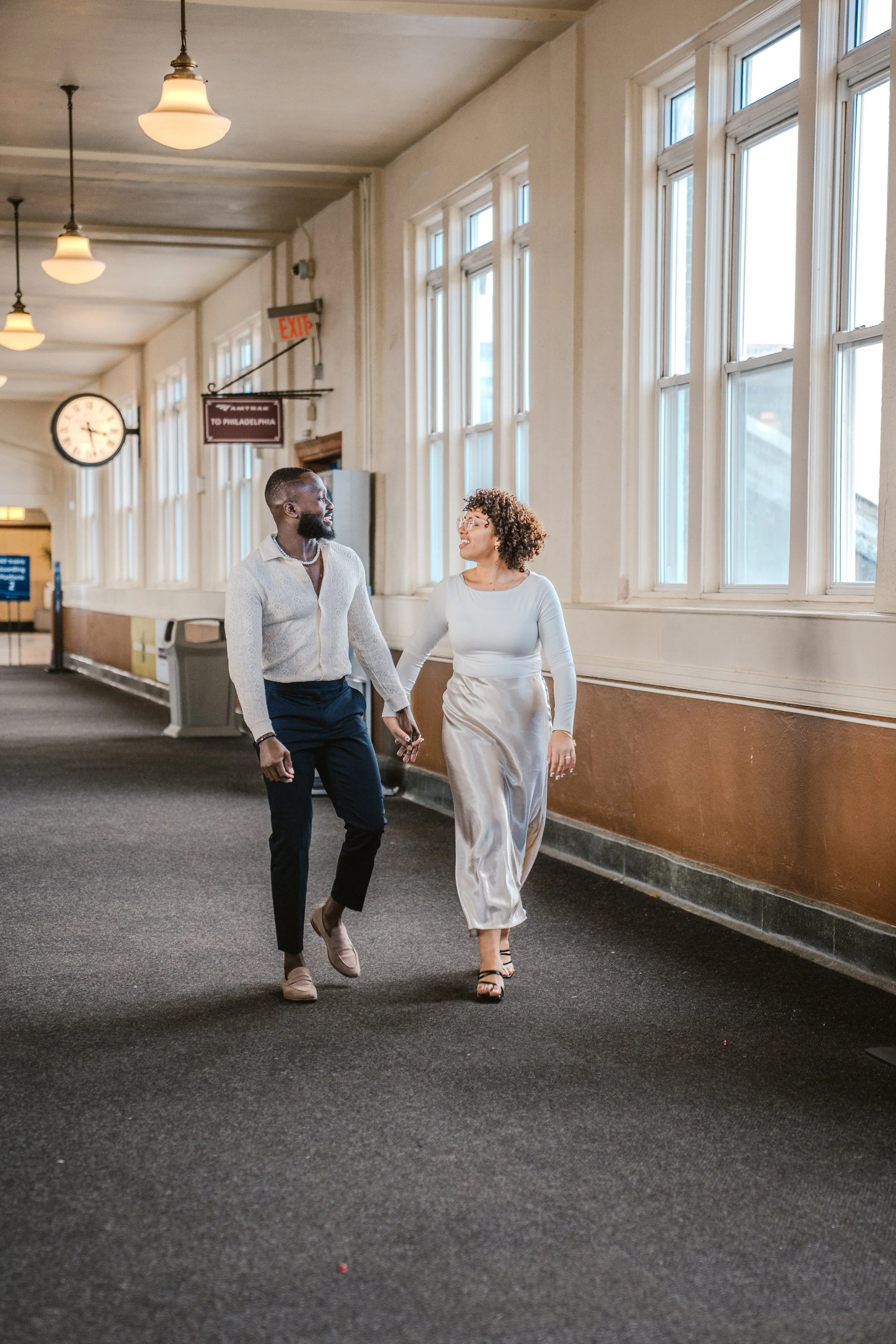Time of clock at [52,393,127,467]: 3:27
